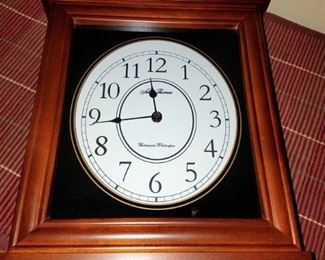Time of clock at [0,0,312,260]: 11:43
